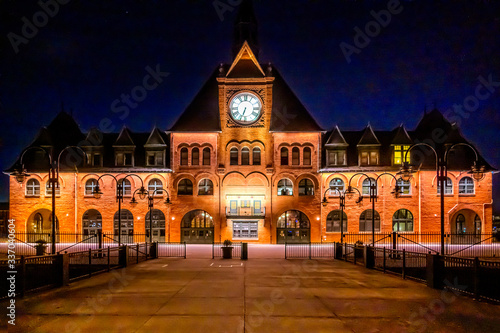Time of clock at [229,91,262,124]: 6:33
